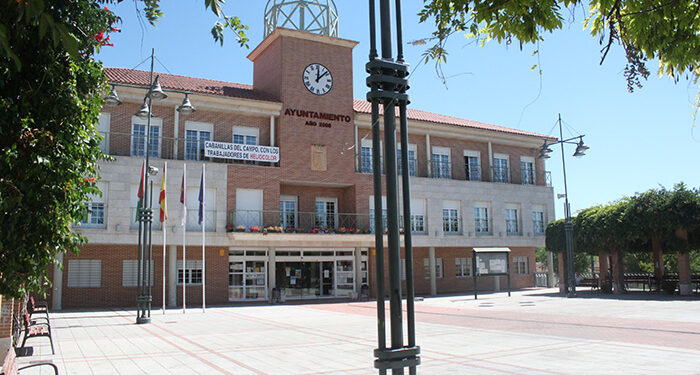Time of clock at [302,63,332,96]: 12:07
